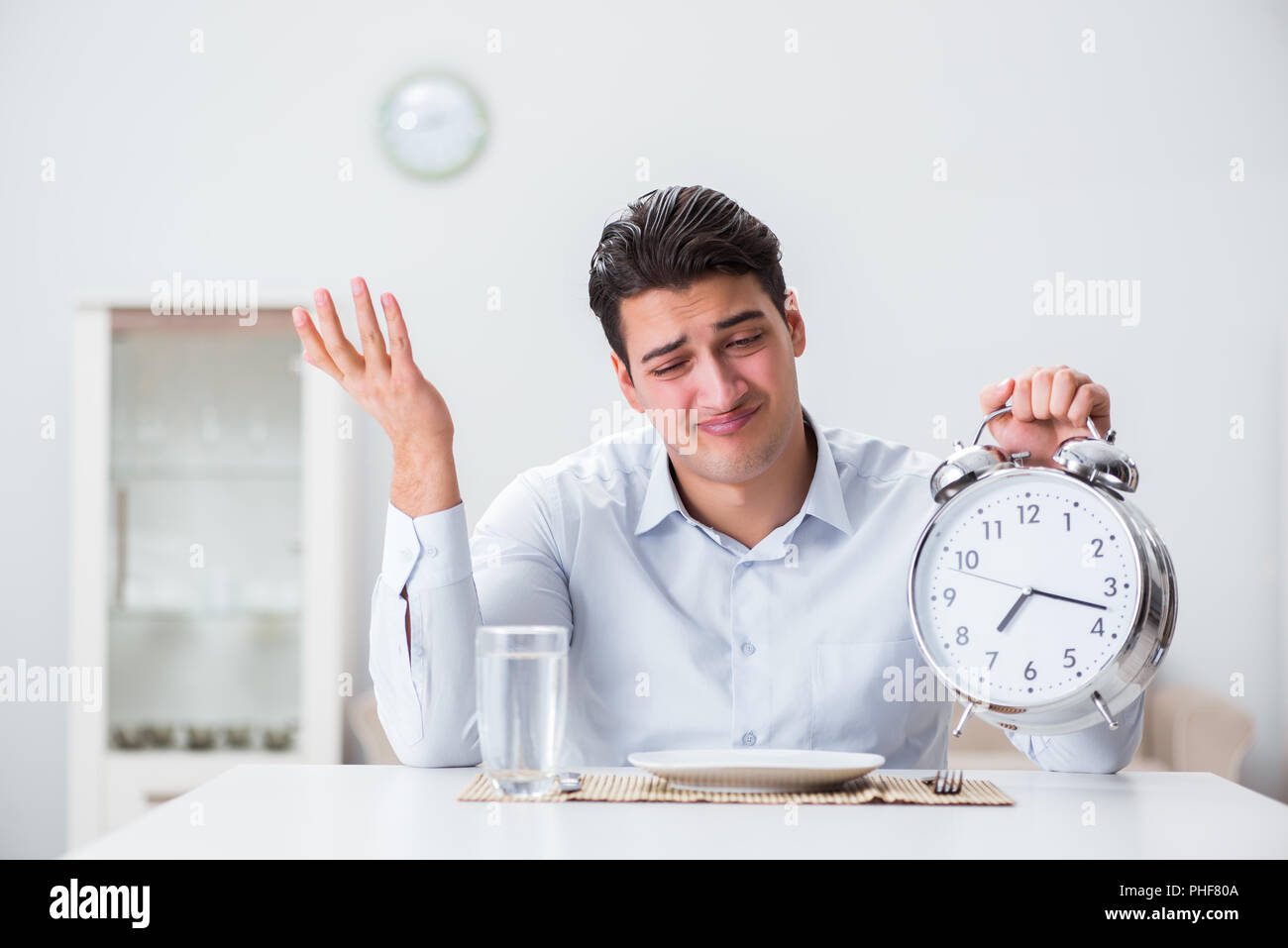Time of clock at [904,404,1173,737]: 7:17
